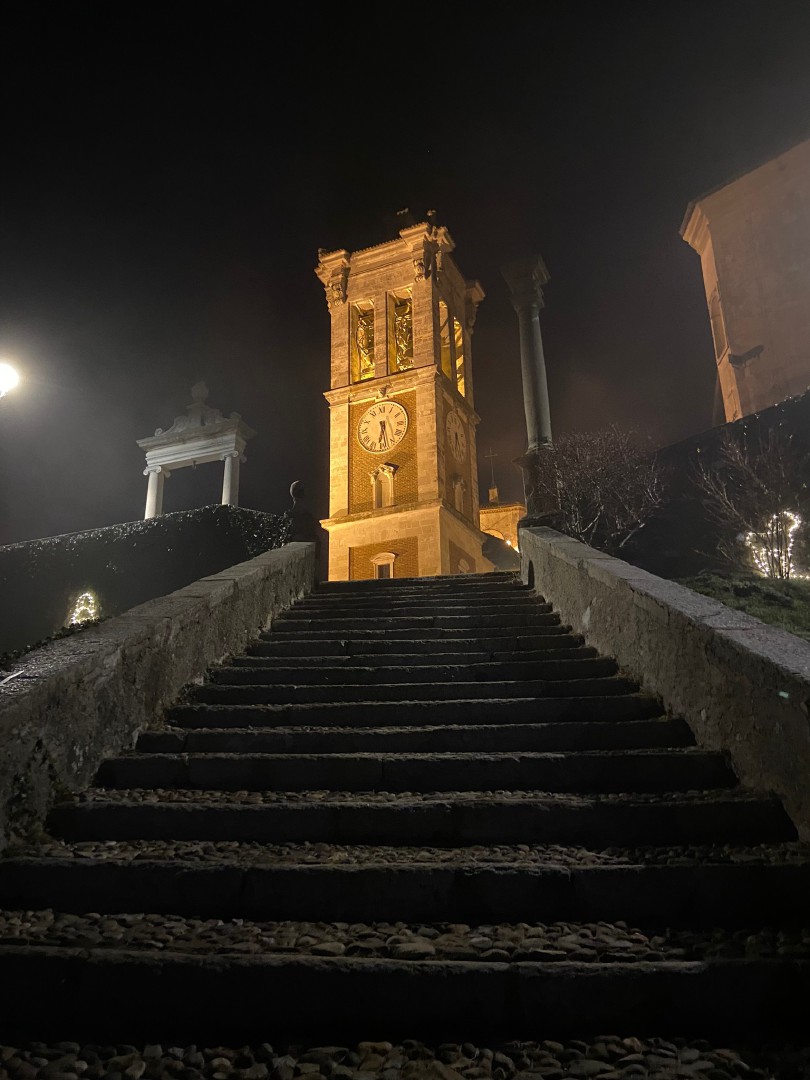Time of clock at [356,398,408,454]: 6:28
